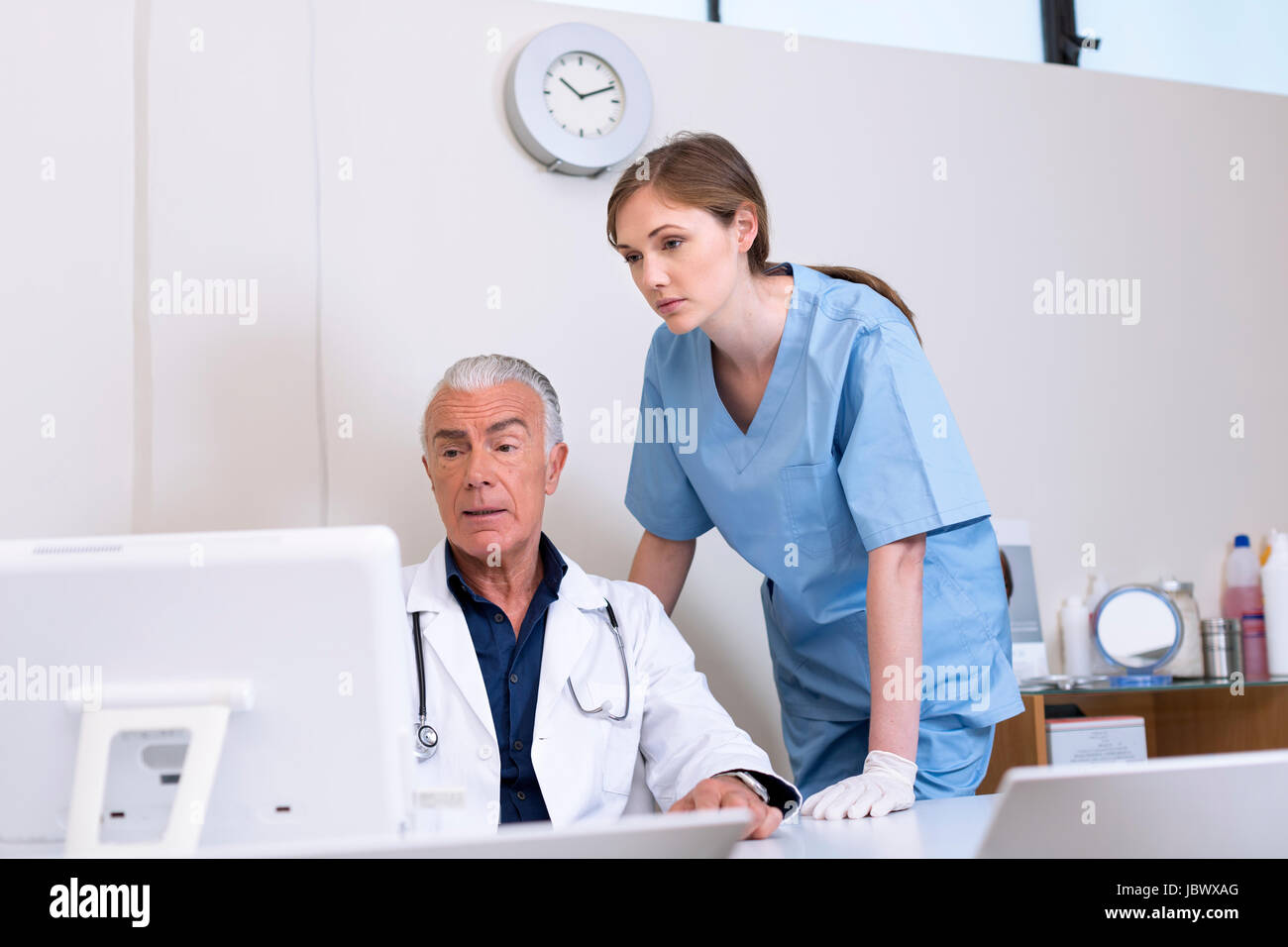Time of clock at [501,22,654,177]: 10:11
